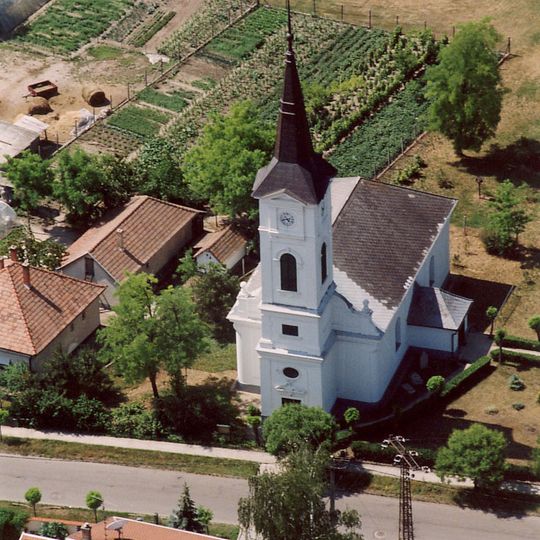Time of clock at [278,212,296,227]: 4:42
